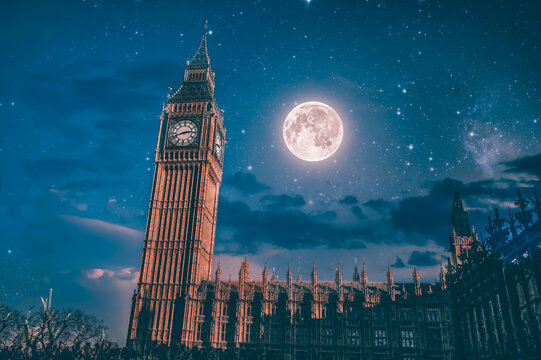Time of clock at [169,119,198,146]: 2:41
